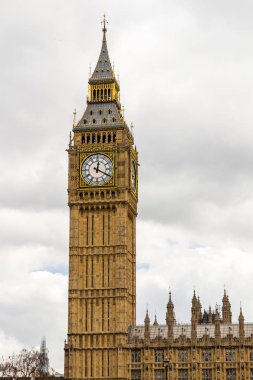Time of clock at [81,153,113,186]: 12:19
